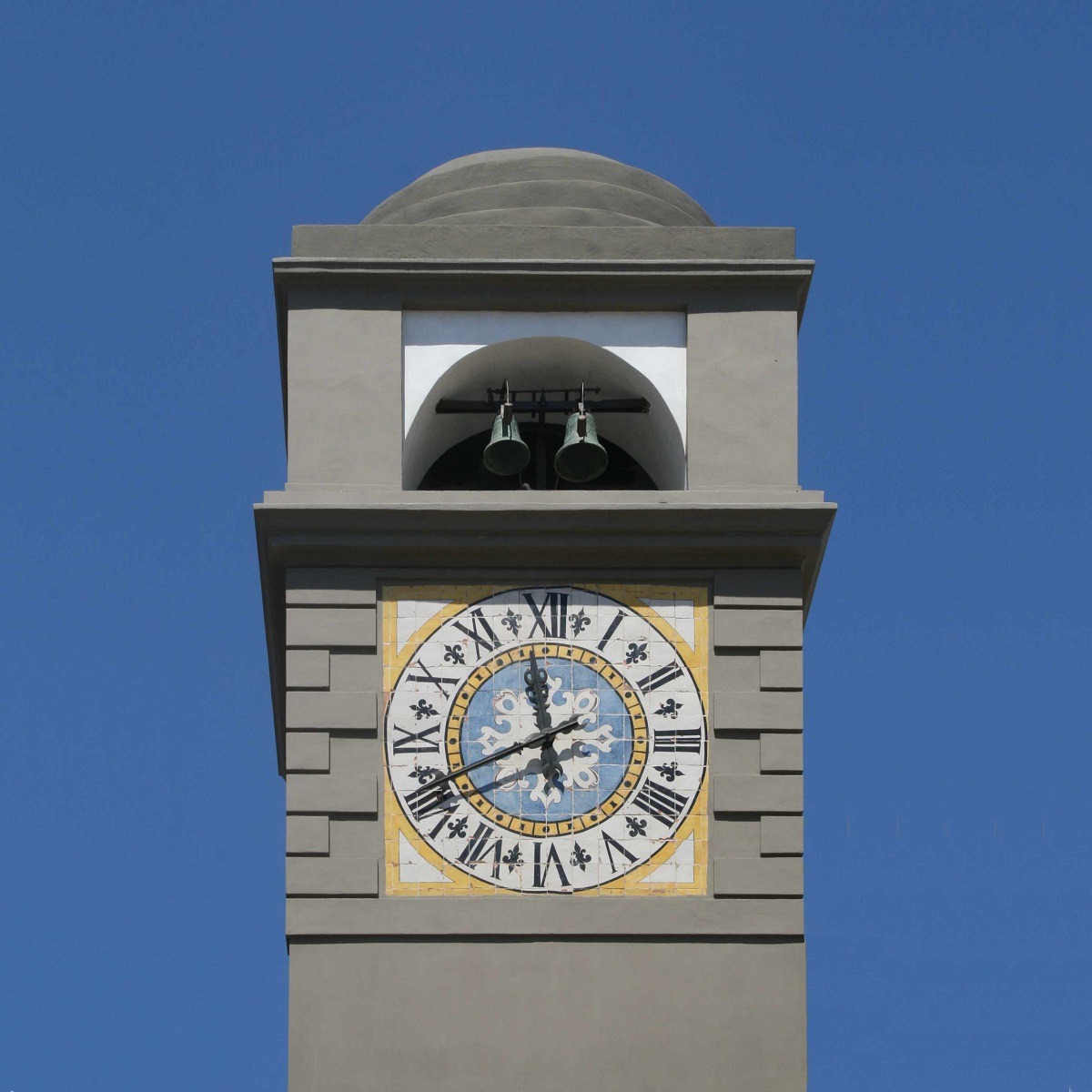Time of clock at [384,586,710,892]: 11:40
